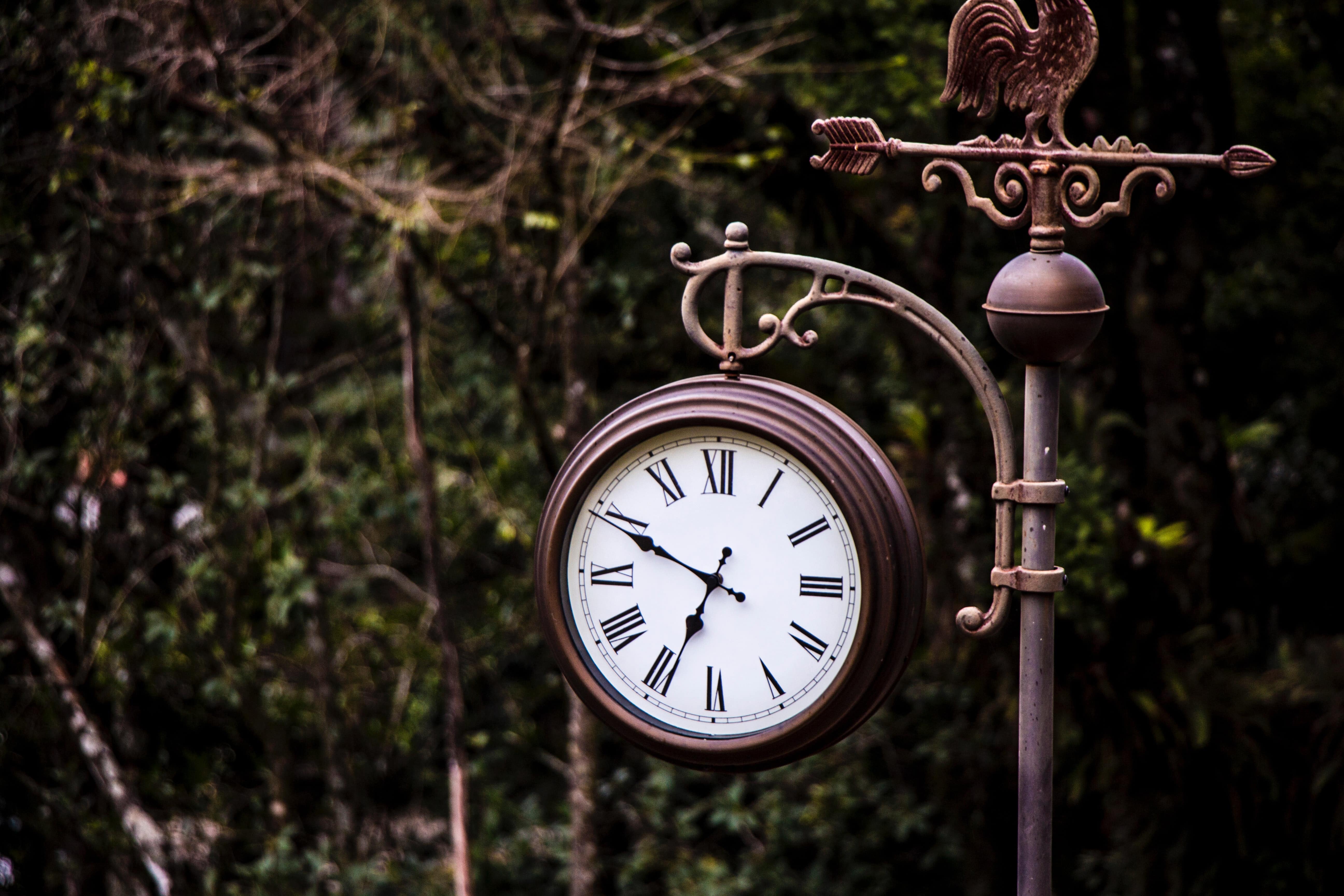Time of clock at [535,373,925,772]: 6:49
